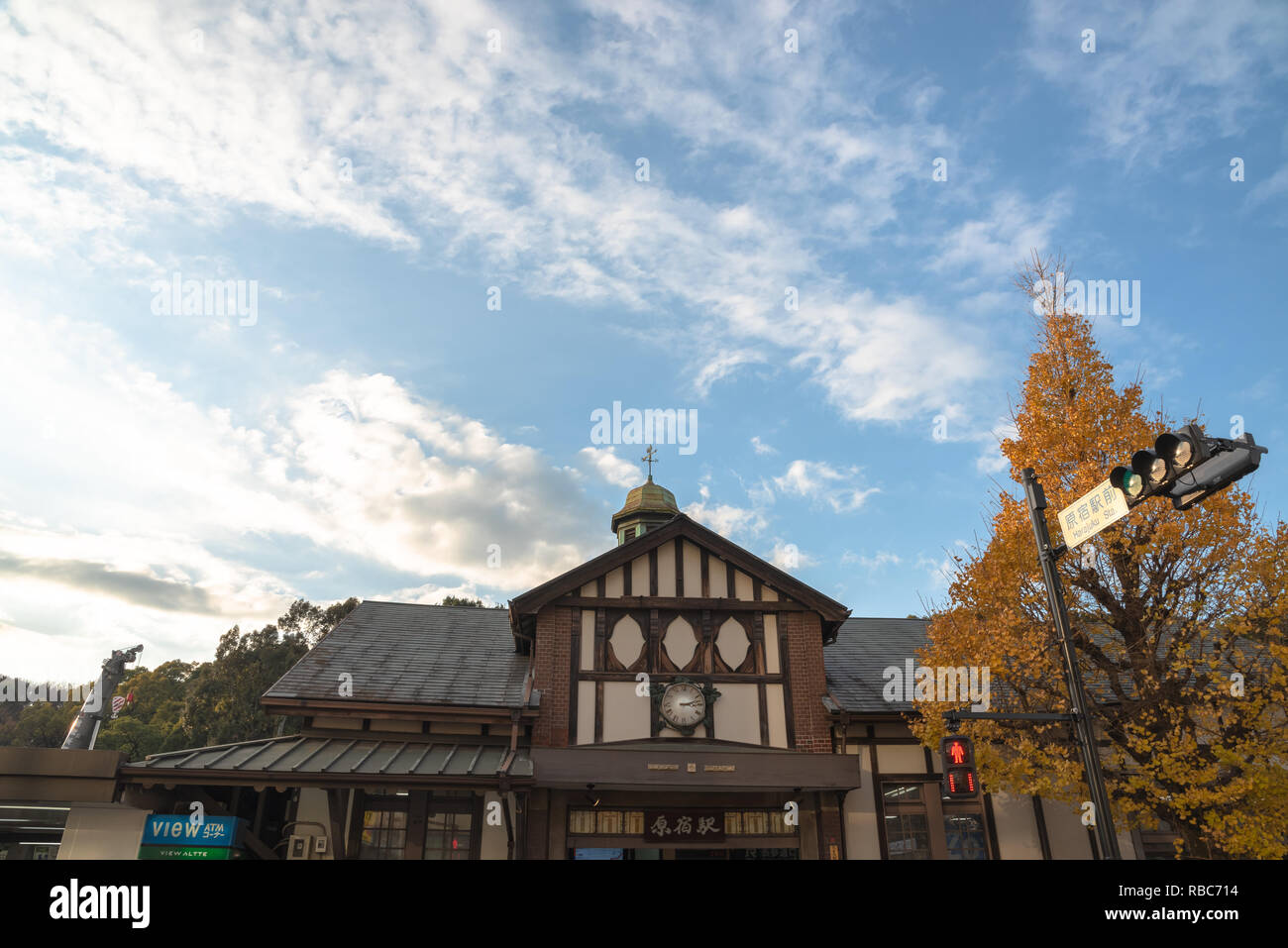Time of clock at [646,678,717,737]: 3:12
